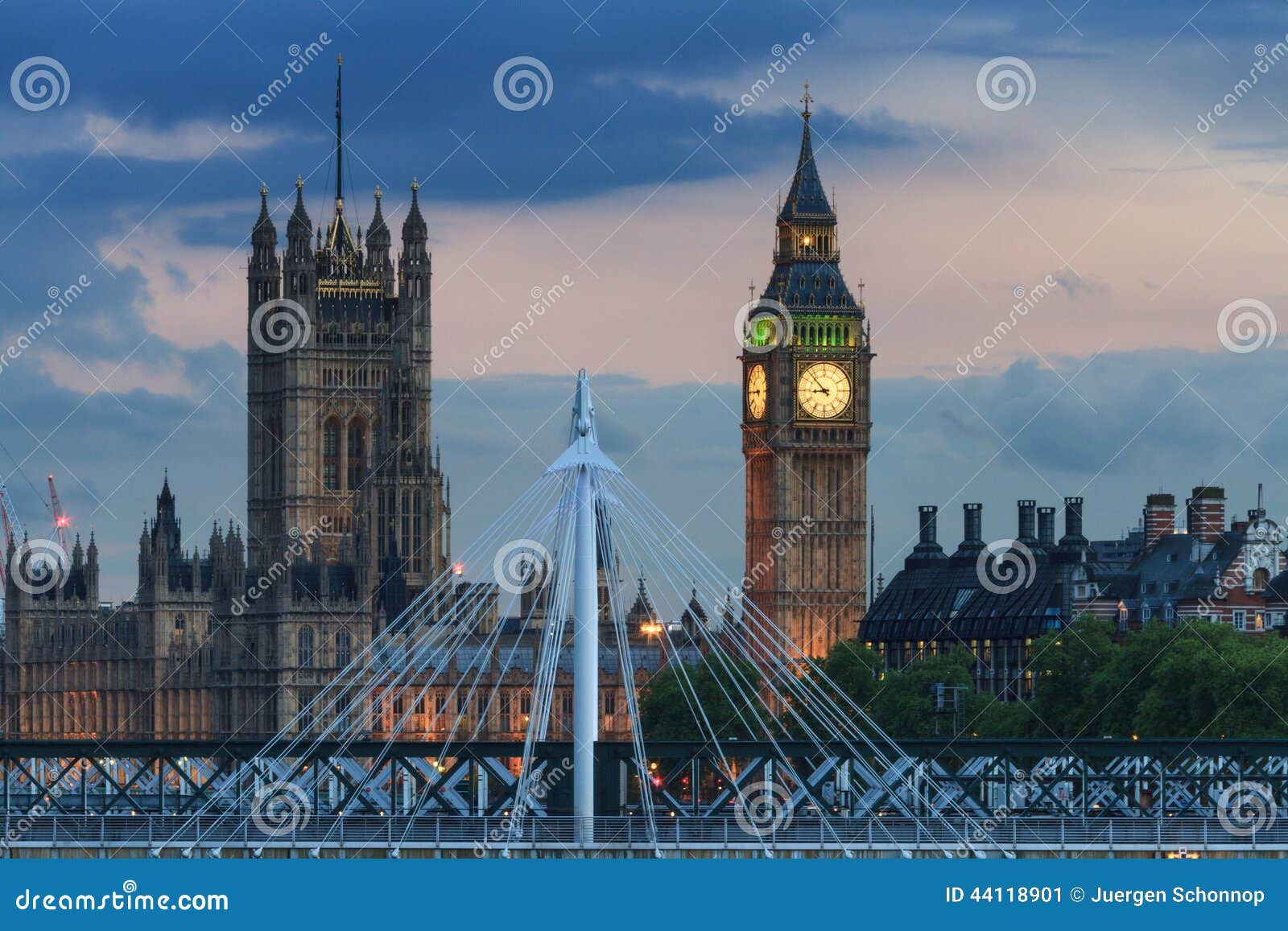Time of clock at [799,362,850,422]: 8:52
